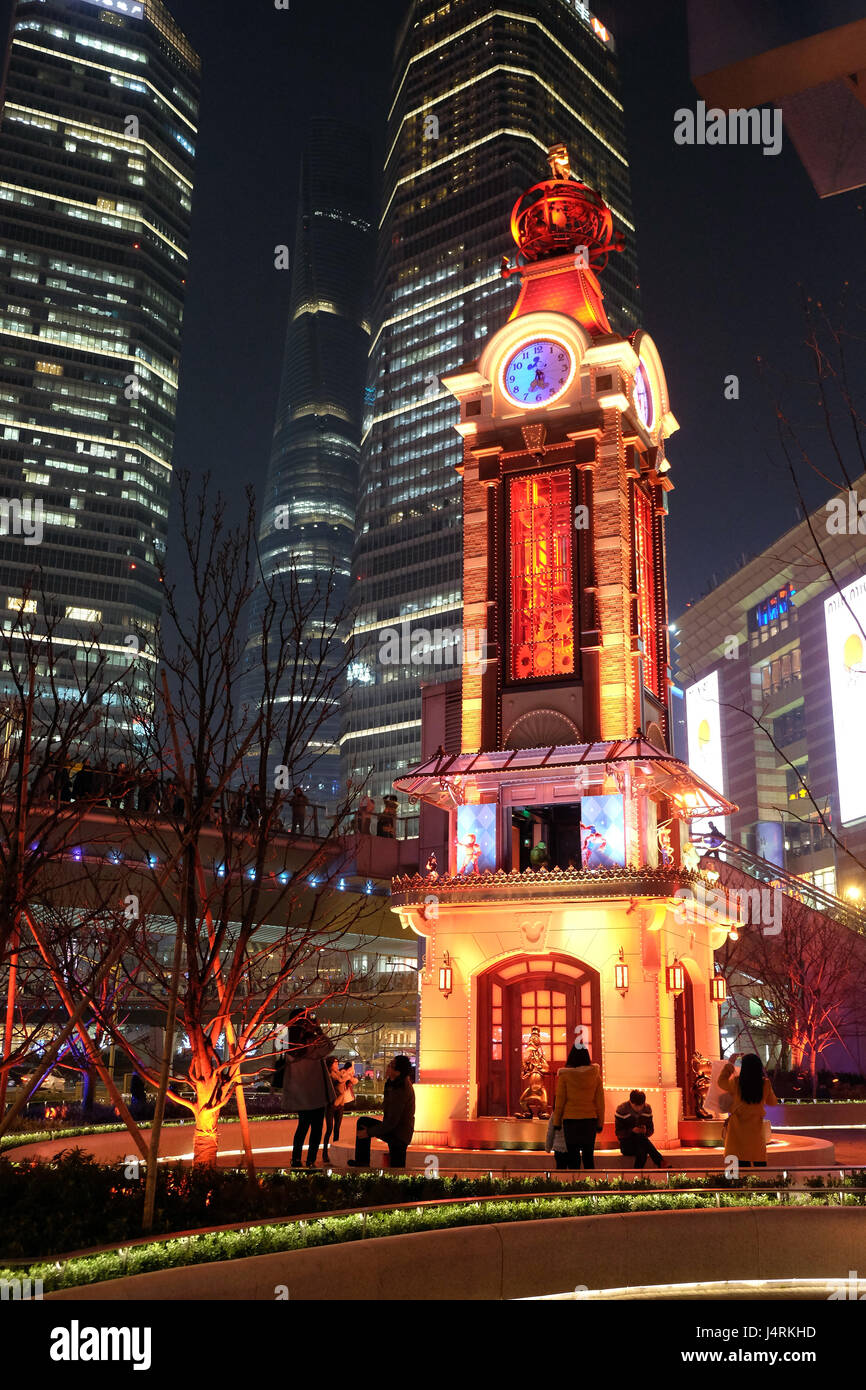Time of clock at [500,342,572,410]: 5:34
